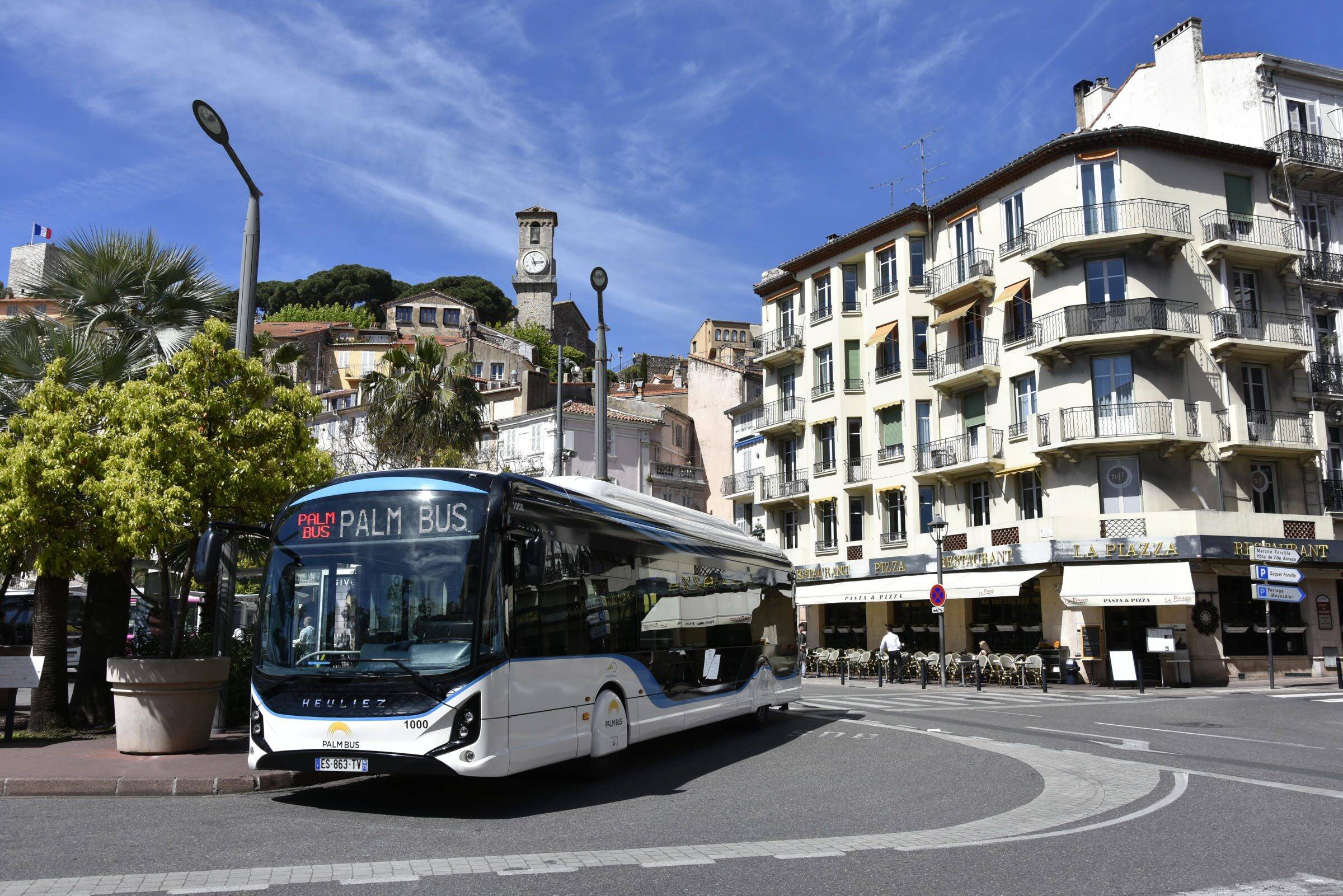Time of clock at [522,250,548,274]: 11:14
